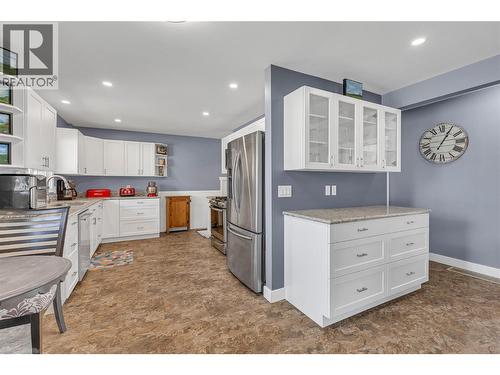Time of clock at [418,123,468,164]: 1:05
